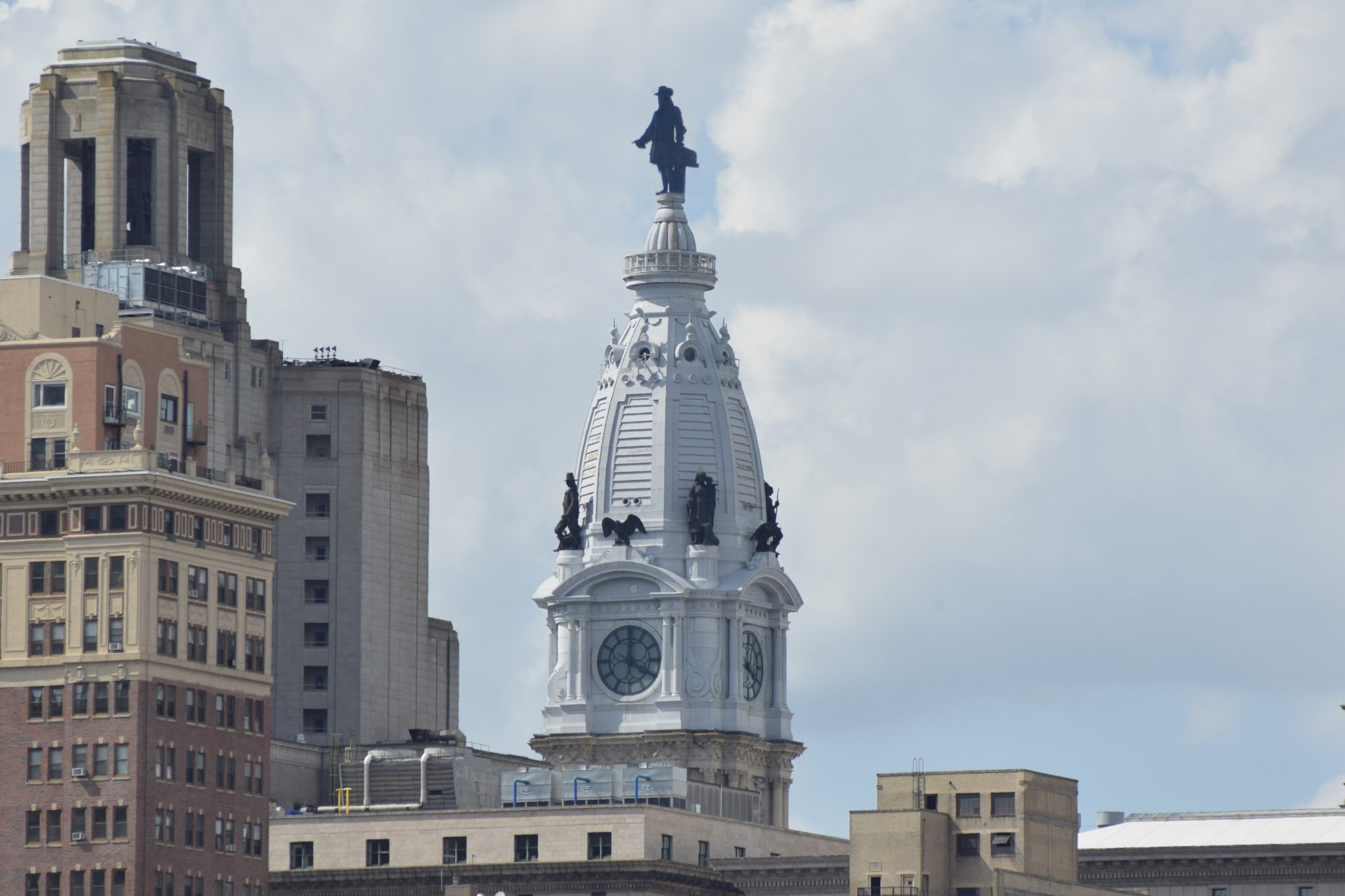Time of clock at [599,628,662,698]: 4:00
